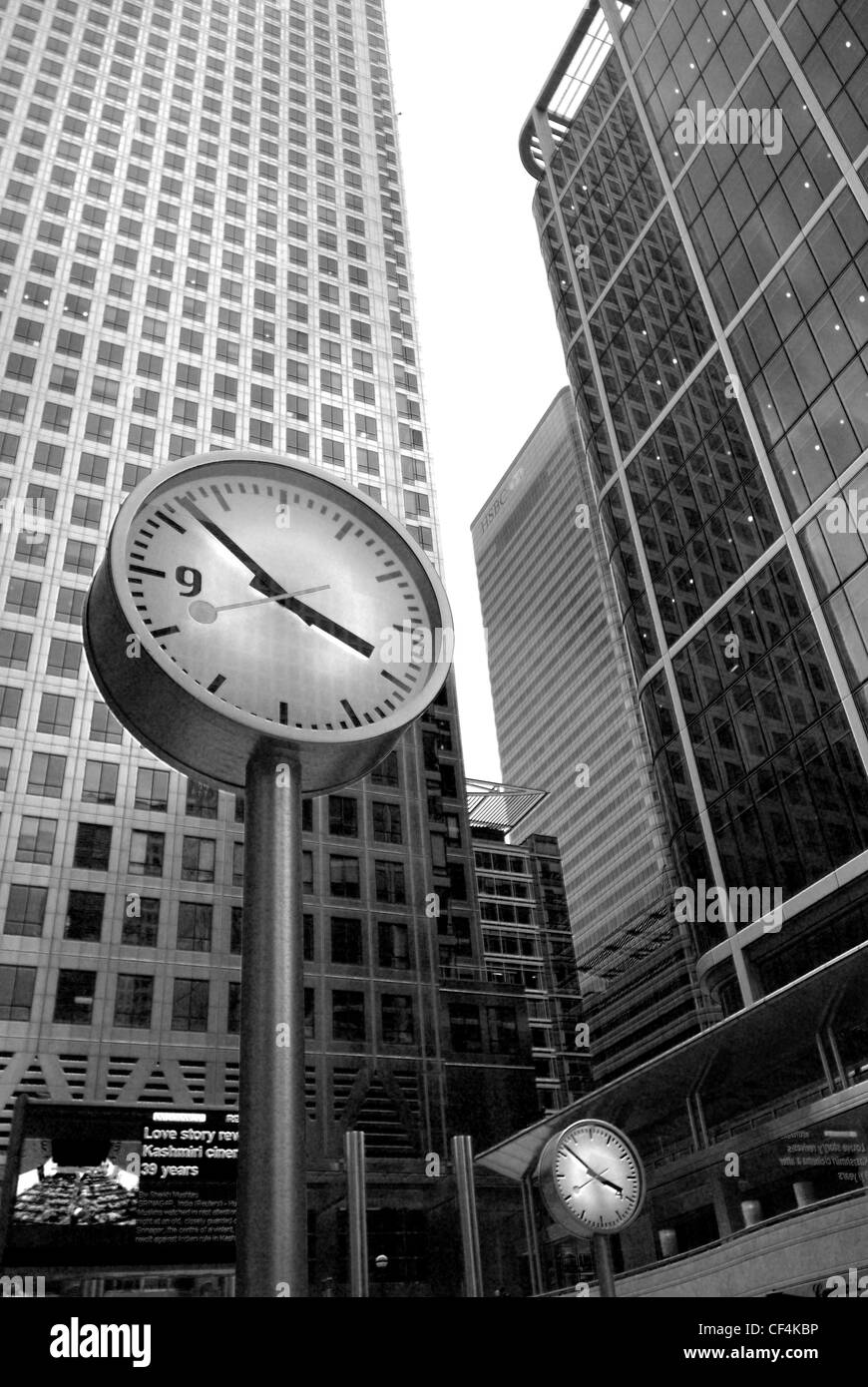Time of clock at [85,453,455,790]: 3:52
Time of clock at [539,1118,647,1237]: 3:52
